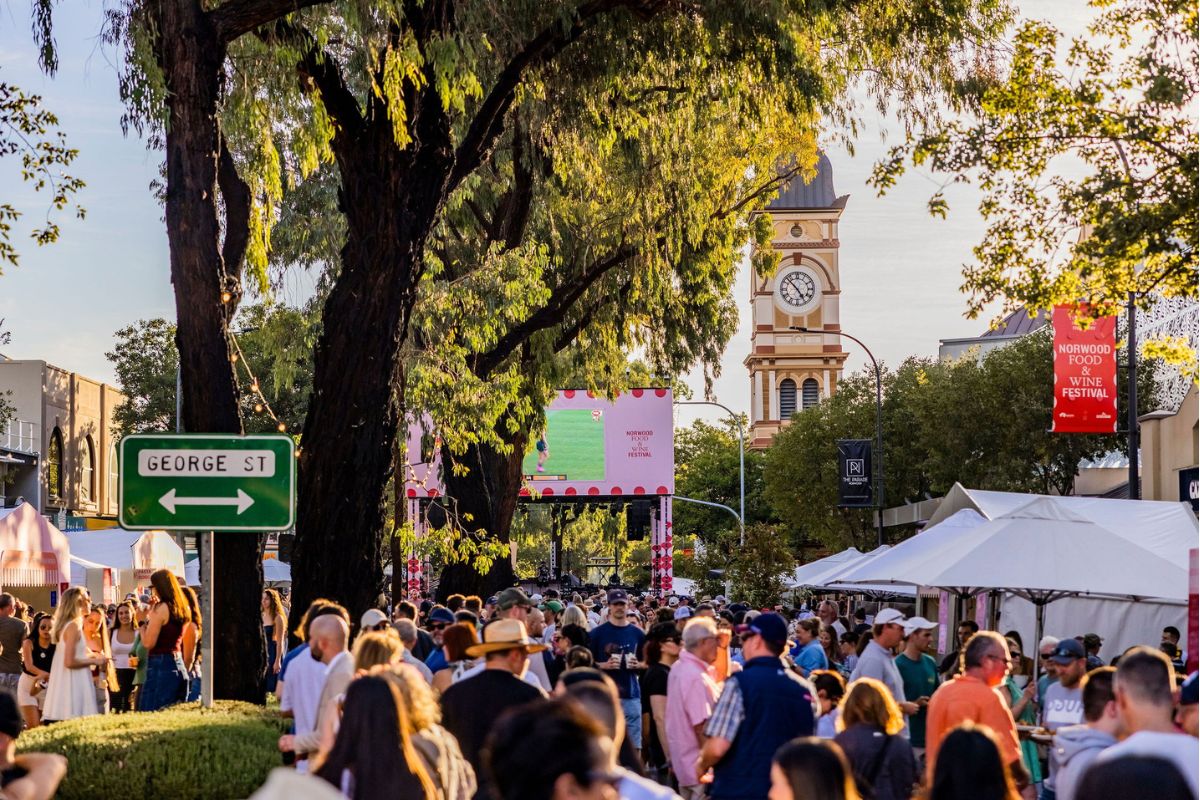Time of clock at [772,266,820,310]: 4:52
